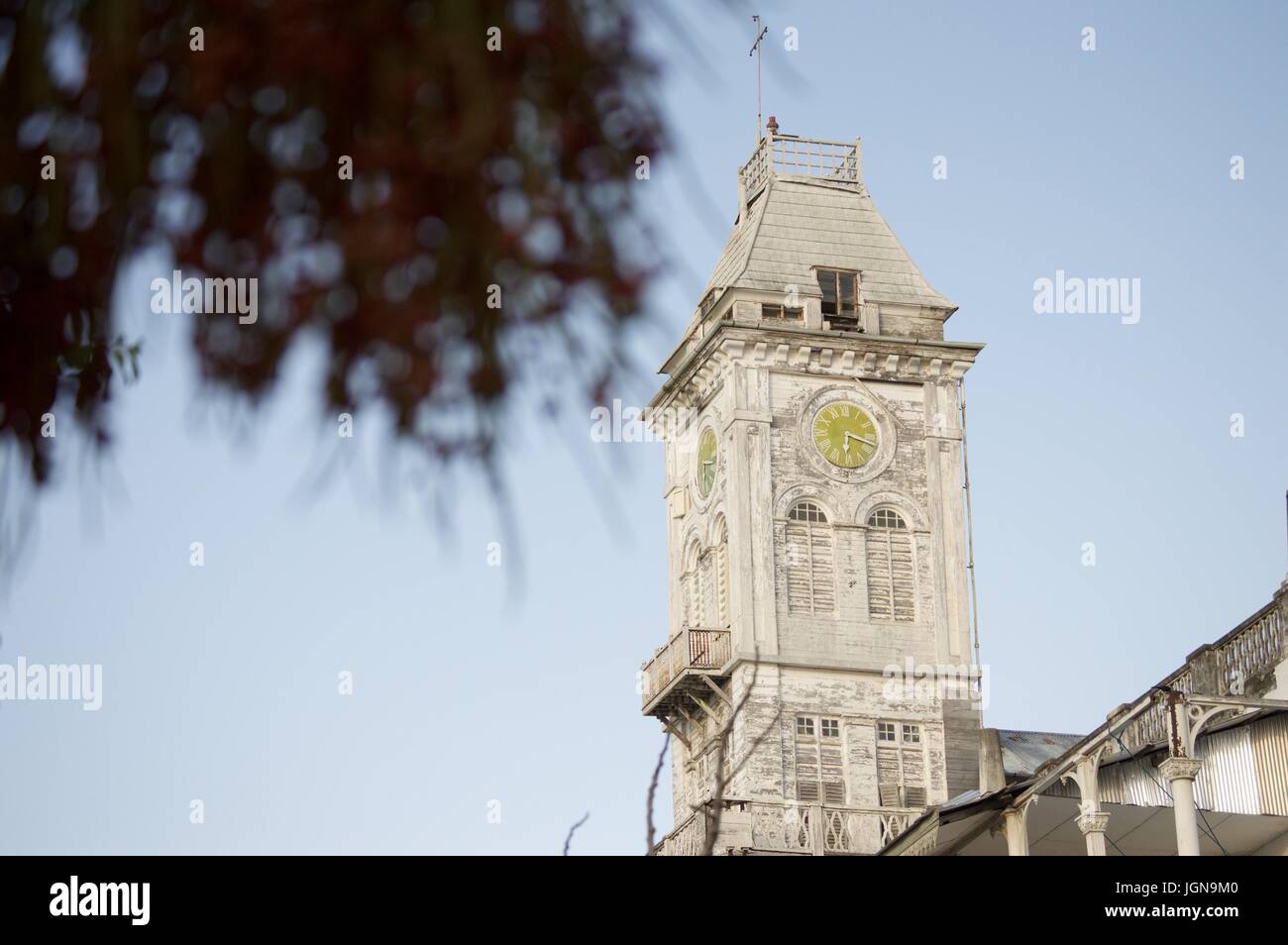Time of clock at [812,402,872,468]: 6:18
